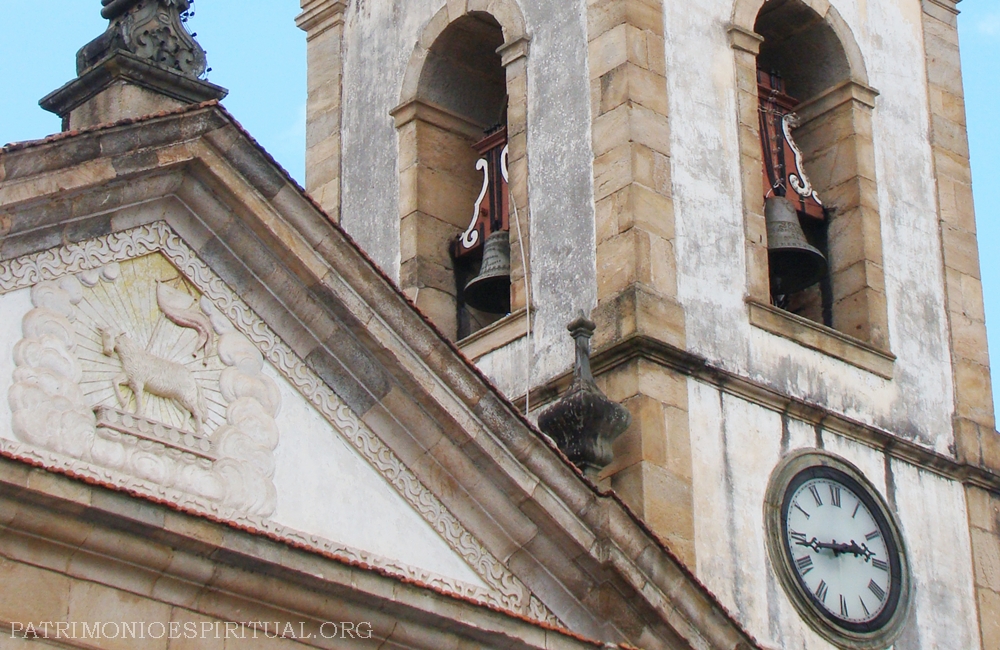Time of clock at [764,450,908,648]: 2:43
